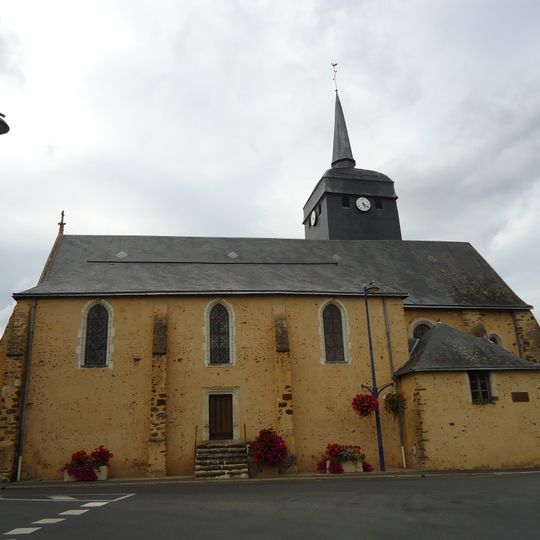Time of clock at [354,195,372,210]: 5:20
